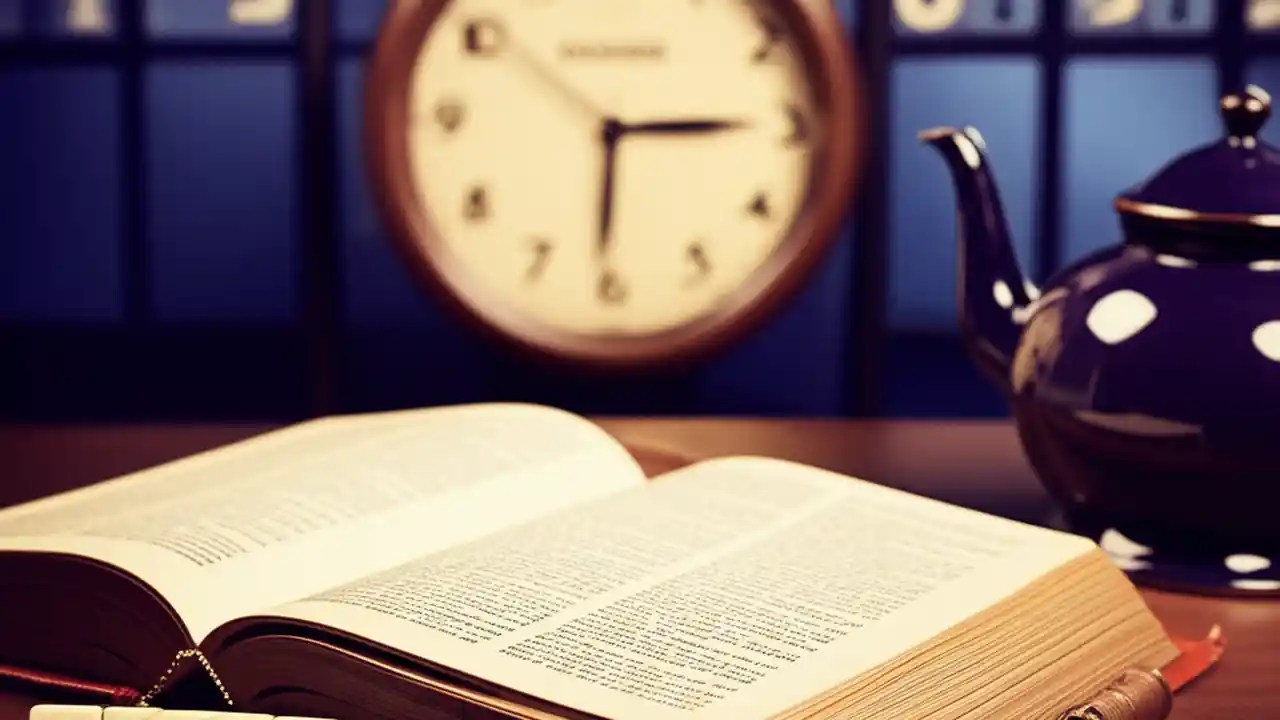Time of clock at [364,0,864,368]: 6:14
